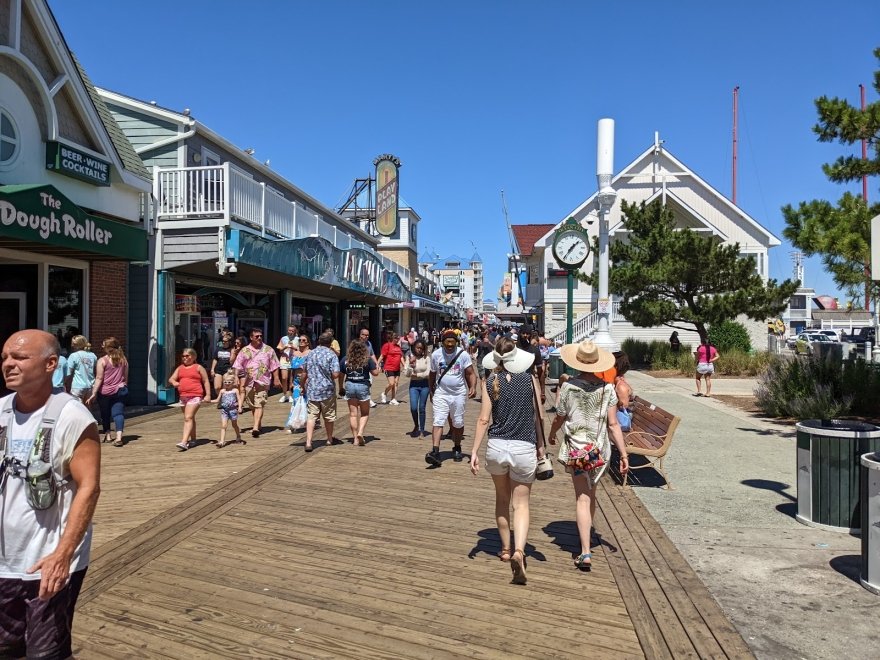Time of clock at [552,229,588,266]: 1:35
